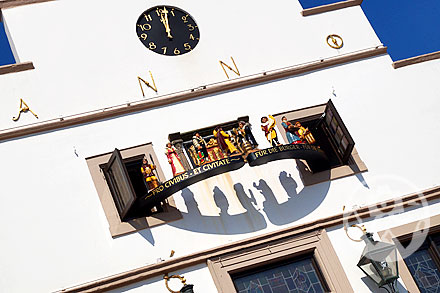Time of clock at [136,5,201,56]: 12:02
